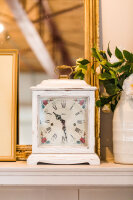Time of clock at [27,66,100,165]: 10:28
